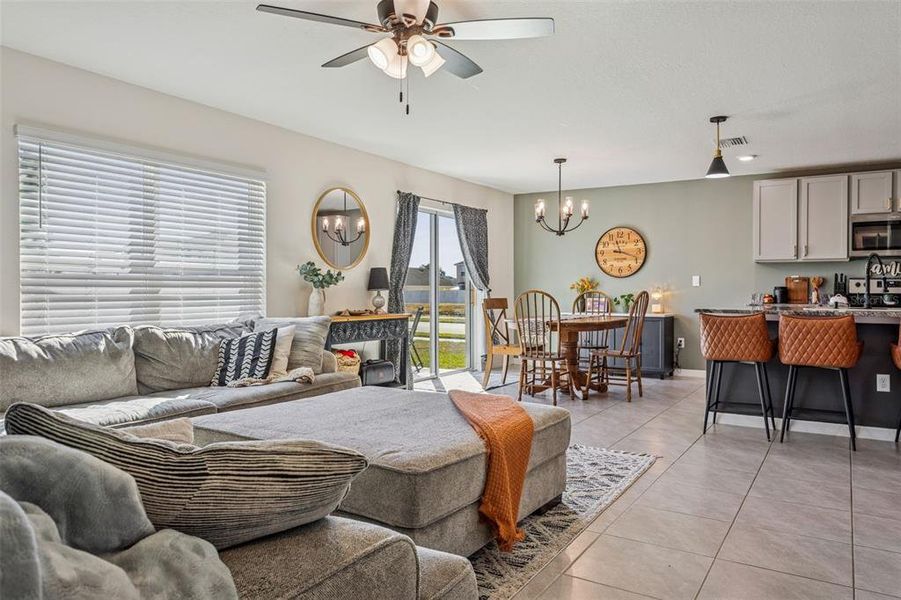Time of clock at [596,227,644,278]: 11:18
